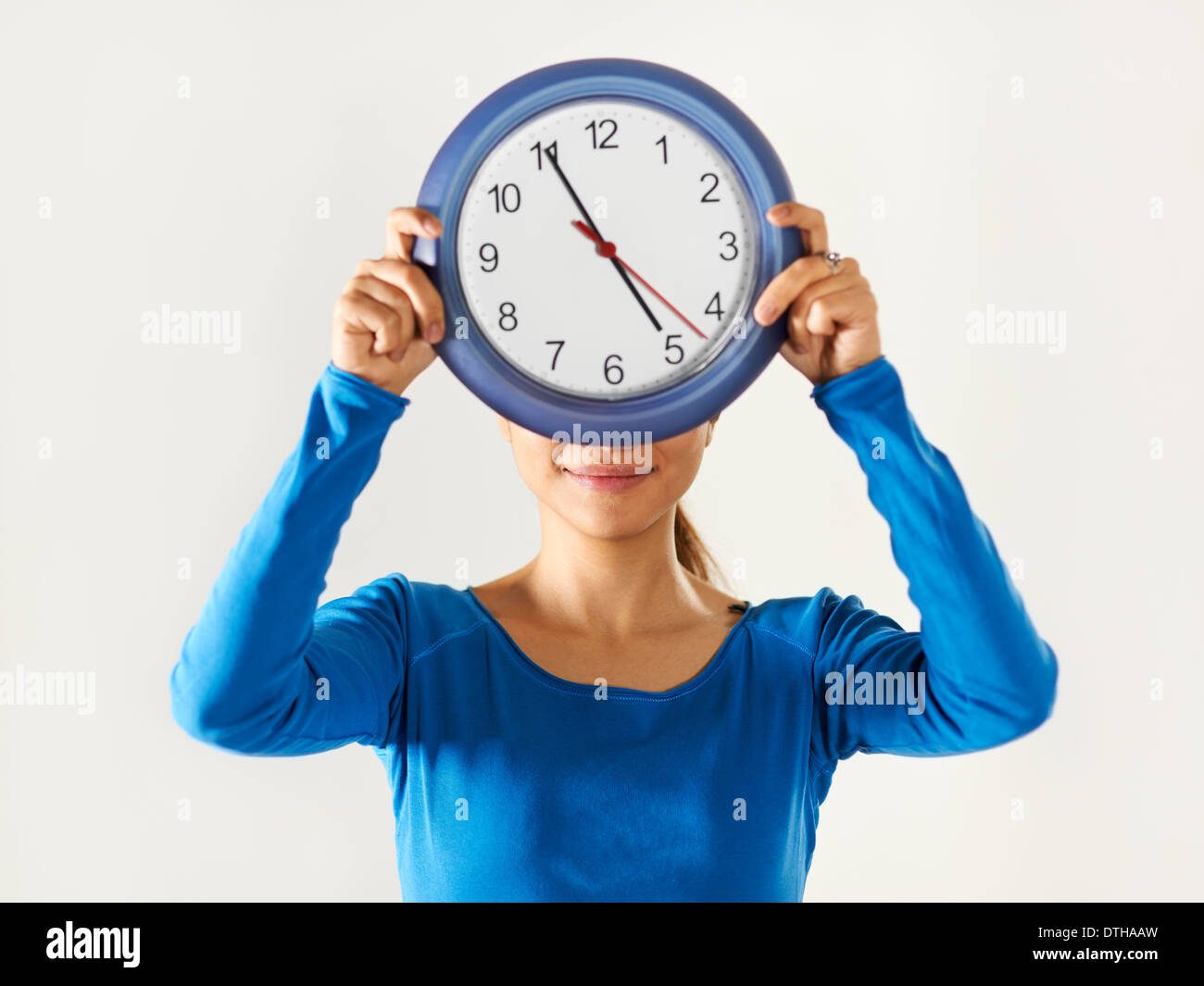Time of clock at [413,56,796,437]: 4:55
